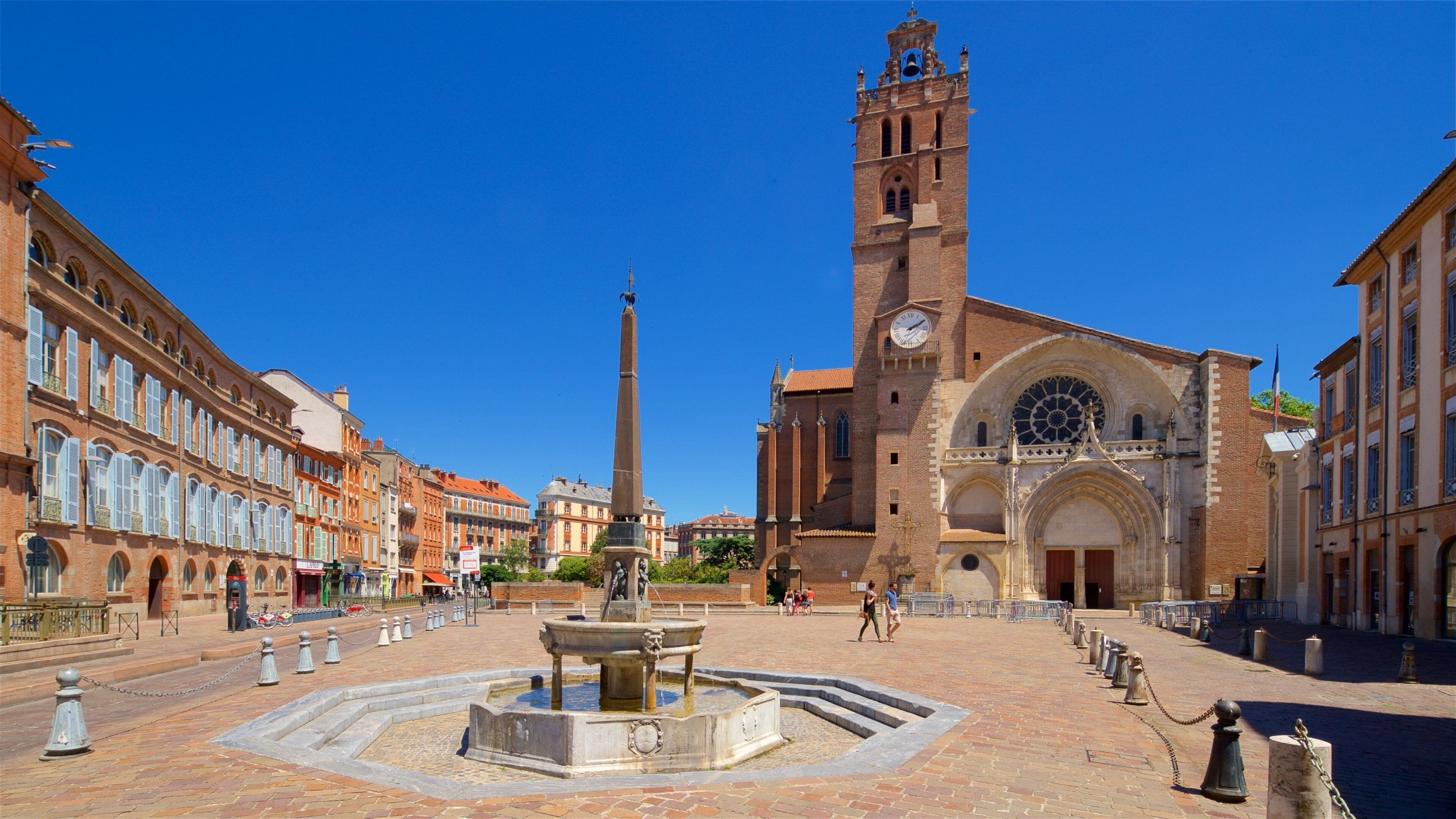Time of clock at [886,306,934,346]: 2:10
